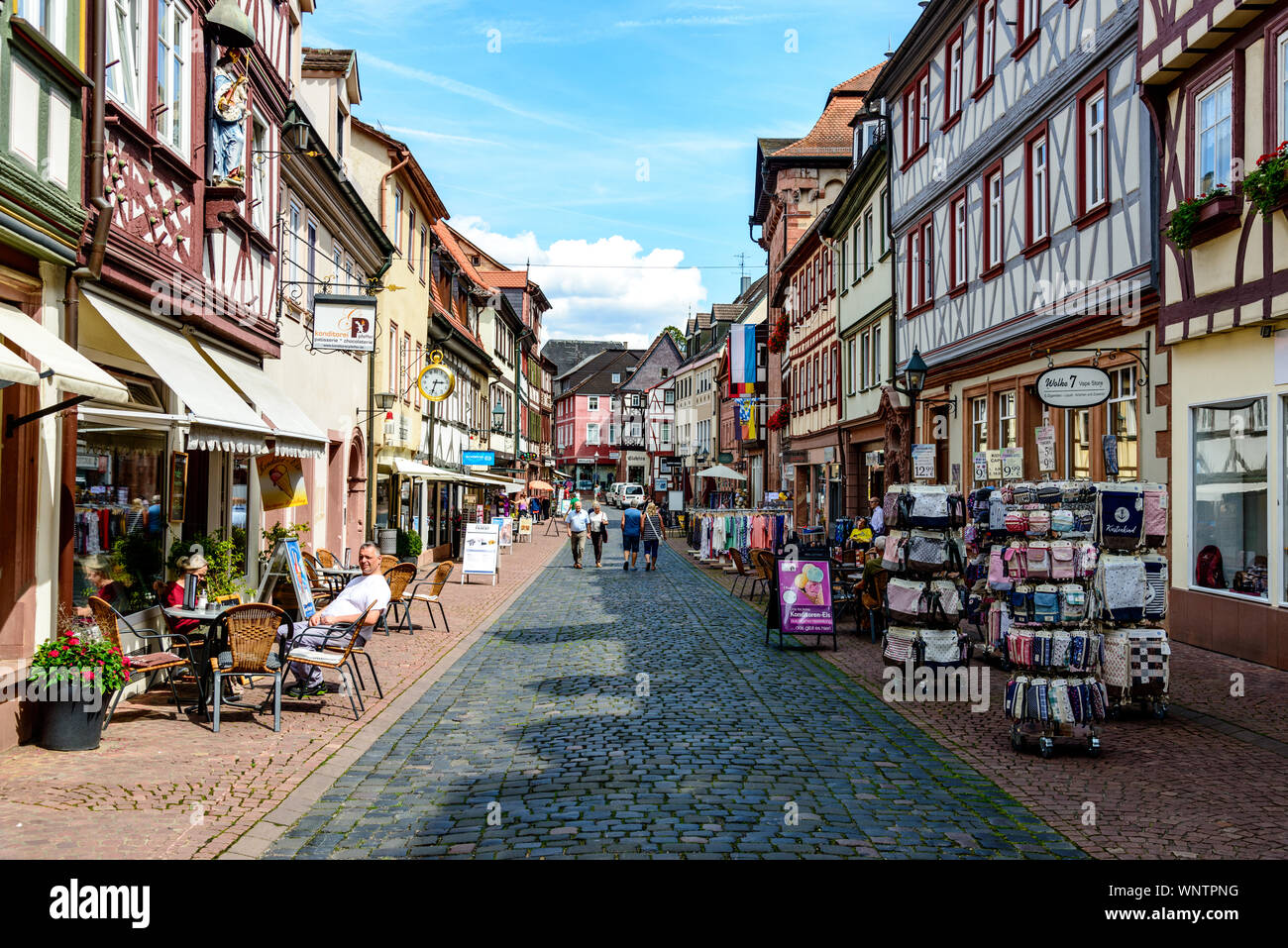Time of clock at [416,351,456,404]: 3:33
